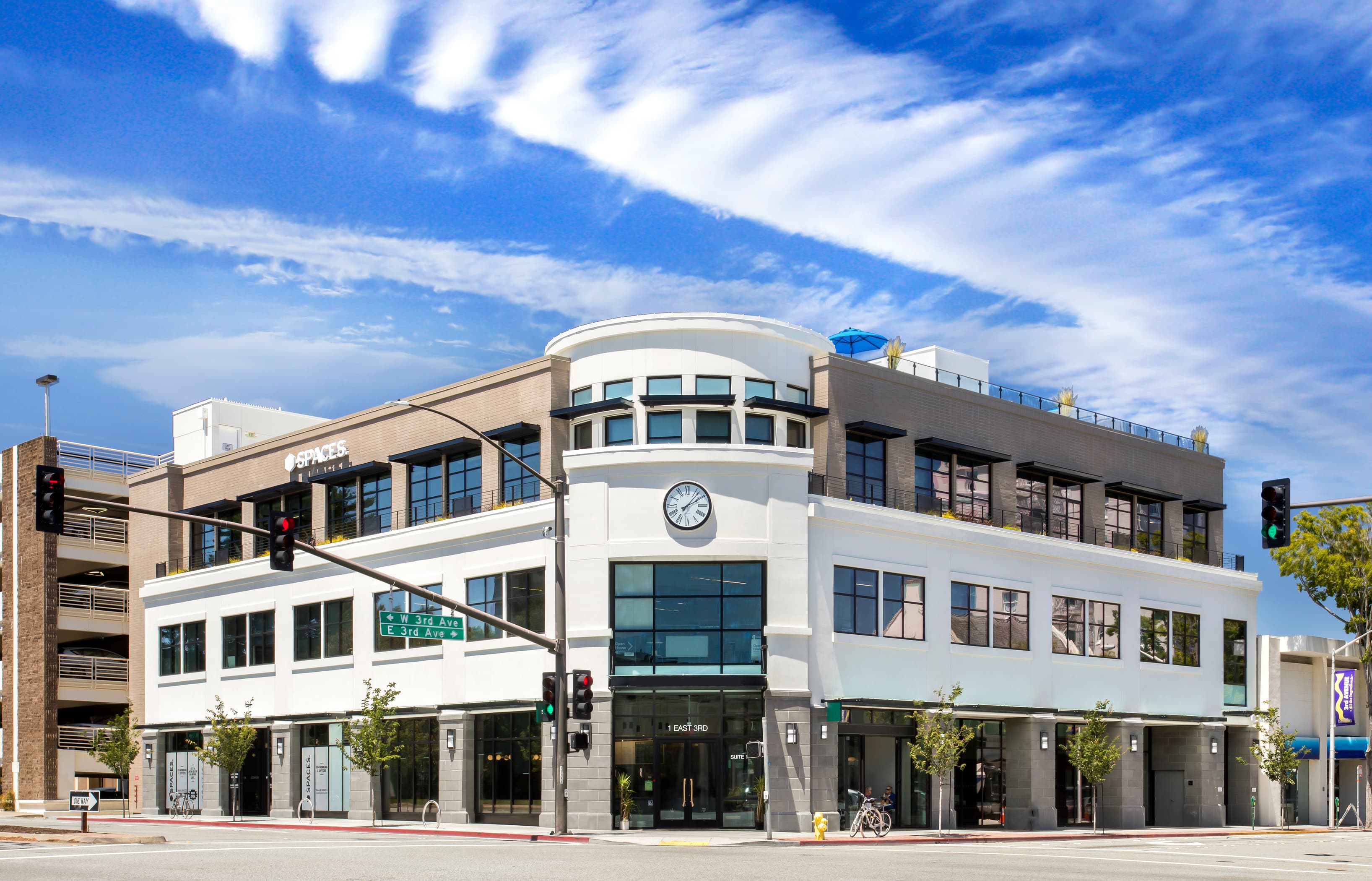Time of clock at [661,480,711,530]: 2:06
